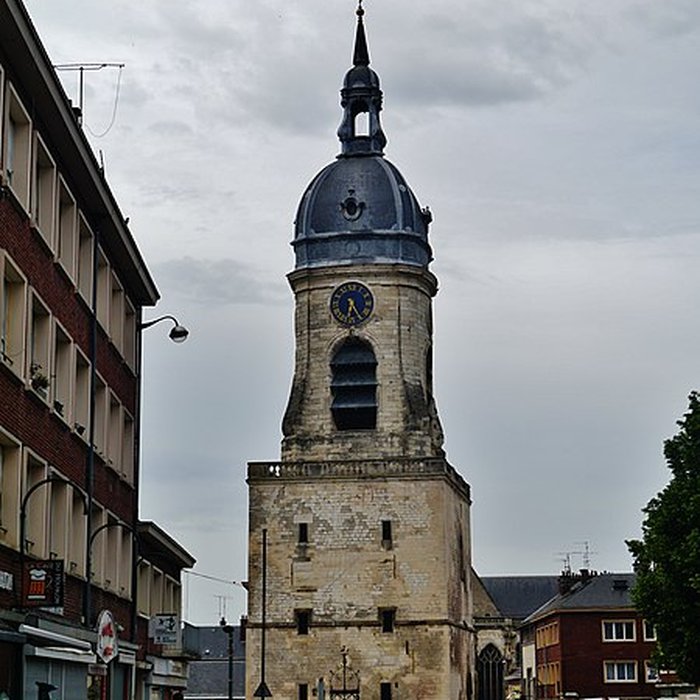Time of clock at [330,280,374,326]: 6:24
